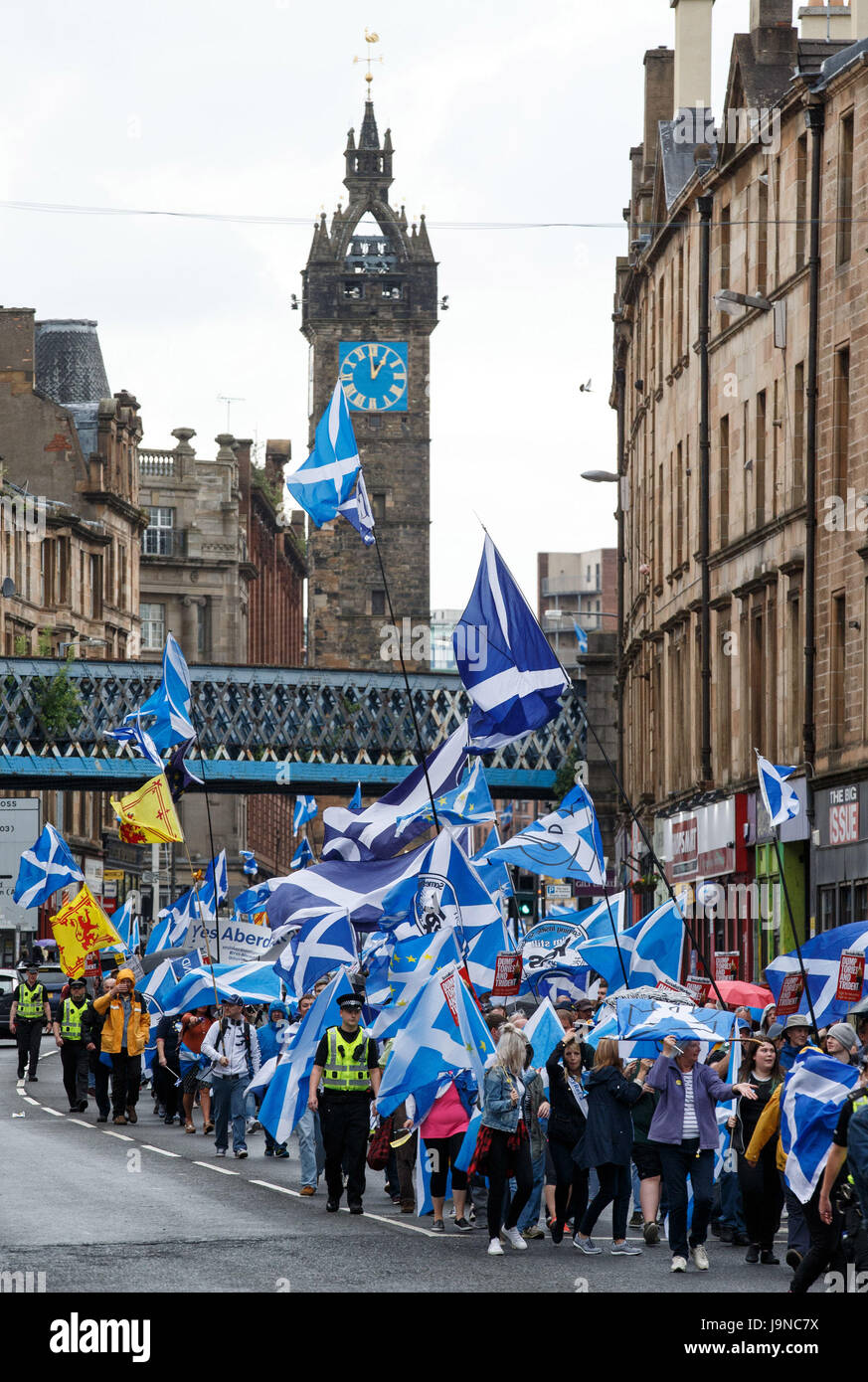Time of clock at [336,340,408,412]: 12:59
